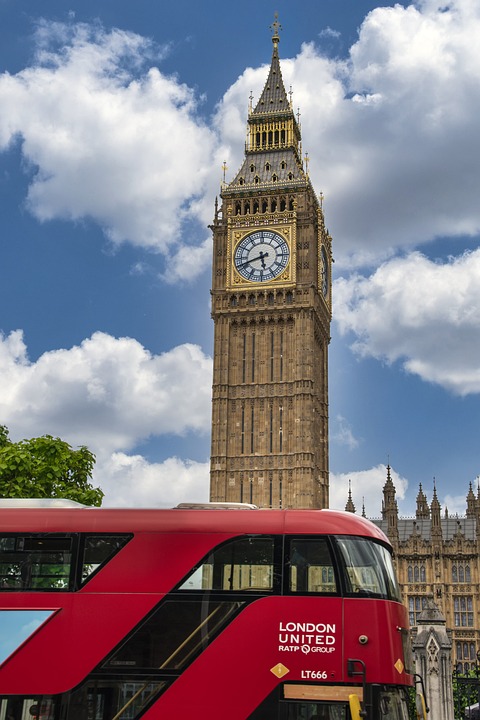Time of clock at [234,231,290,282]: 5:41
